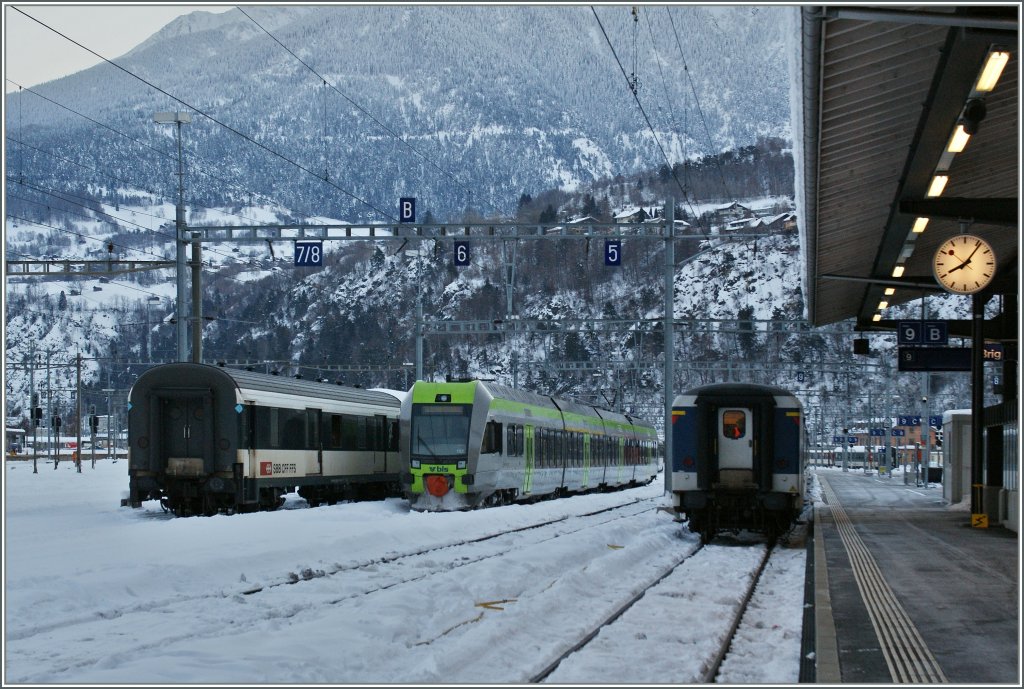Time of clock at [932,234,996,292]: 8:06
